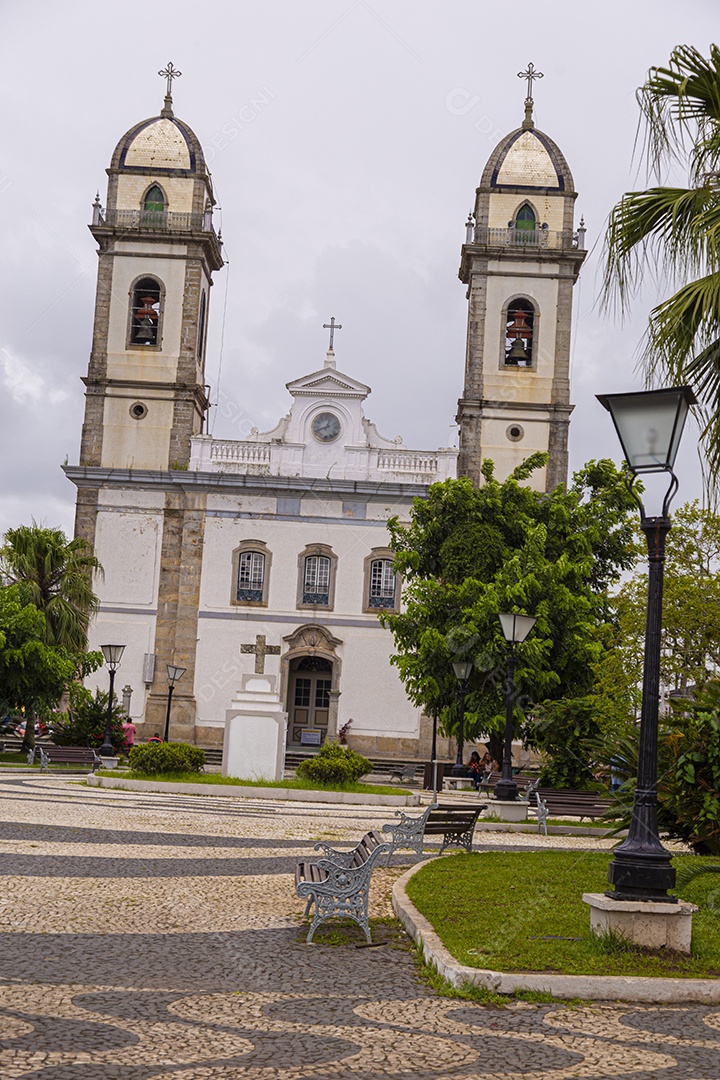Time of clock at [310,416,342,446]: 12:41
